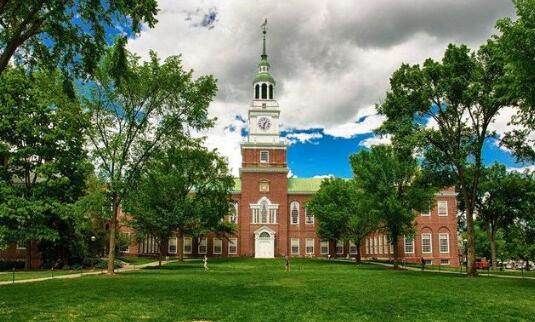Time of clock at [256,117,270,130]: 1:32
